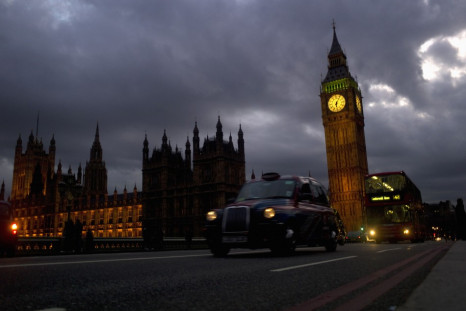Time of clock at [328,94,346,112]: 6:05
